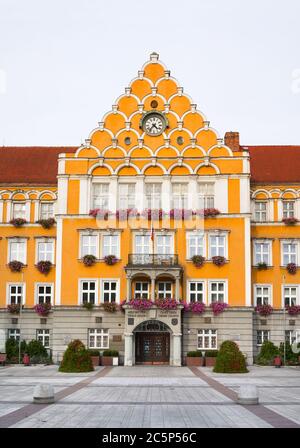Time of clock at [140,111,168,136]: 4:36
